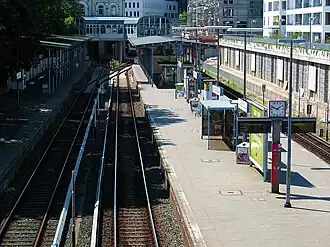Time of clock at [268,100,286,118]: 1:49
